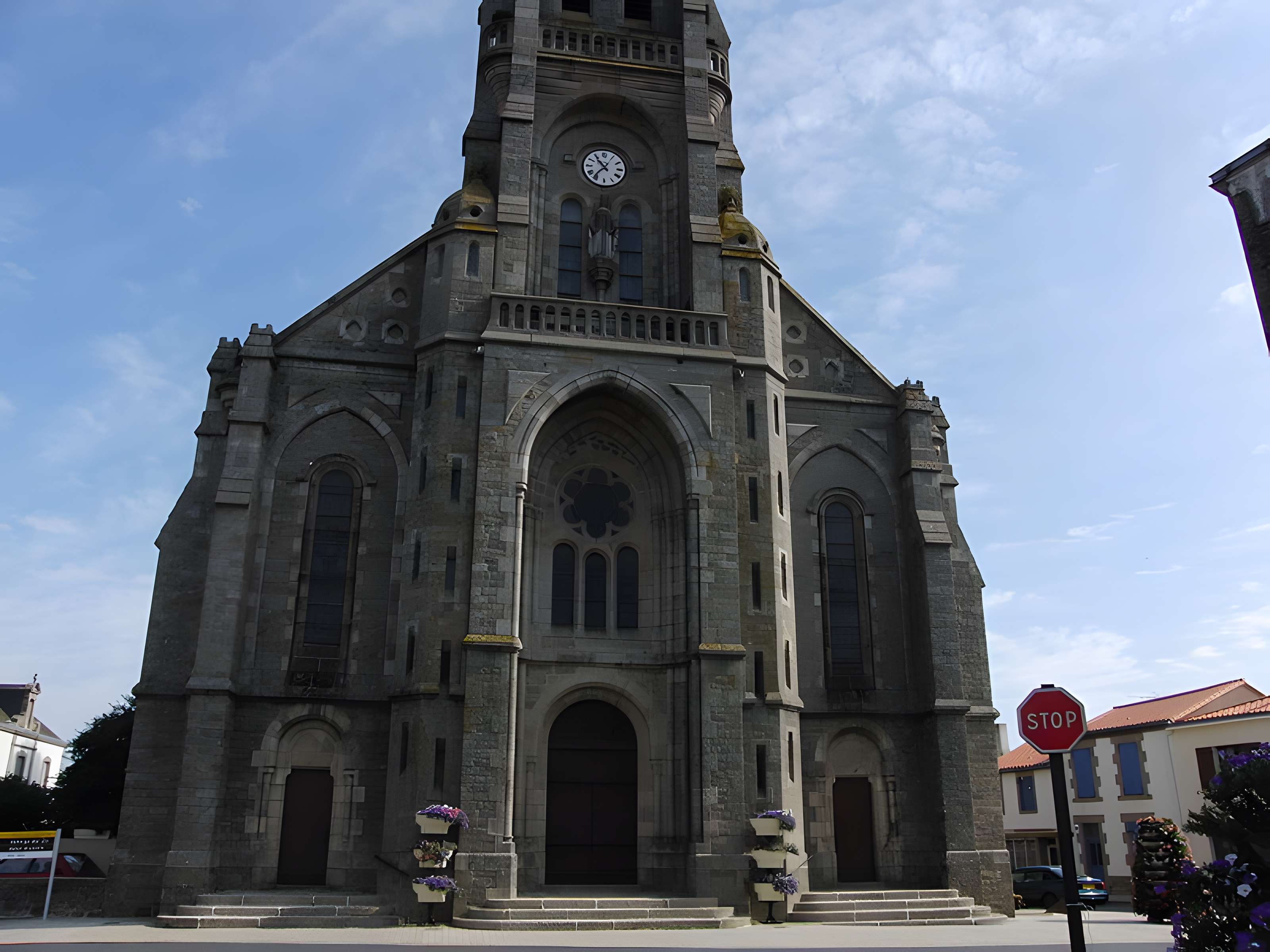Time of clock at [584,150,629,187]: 10:36
